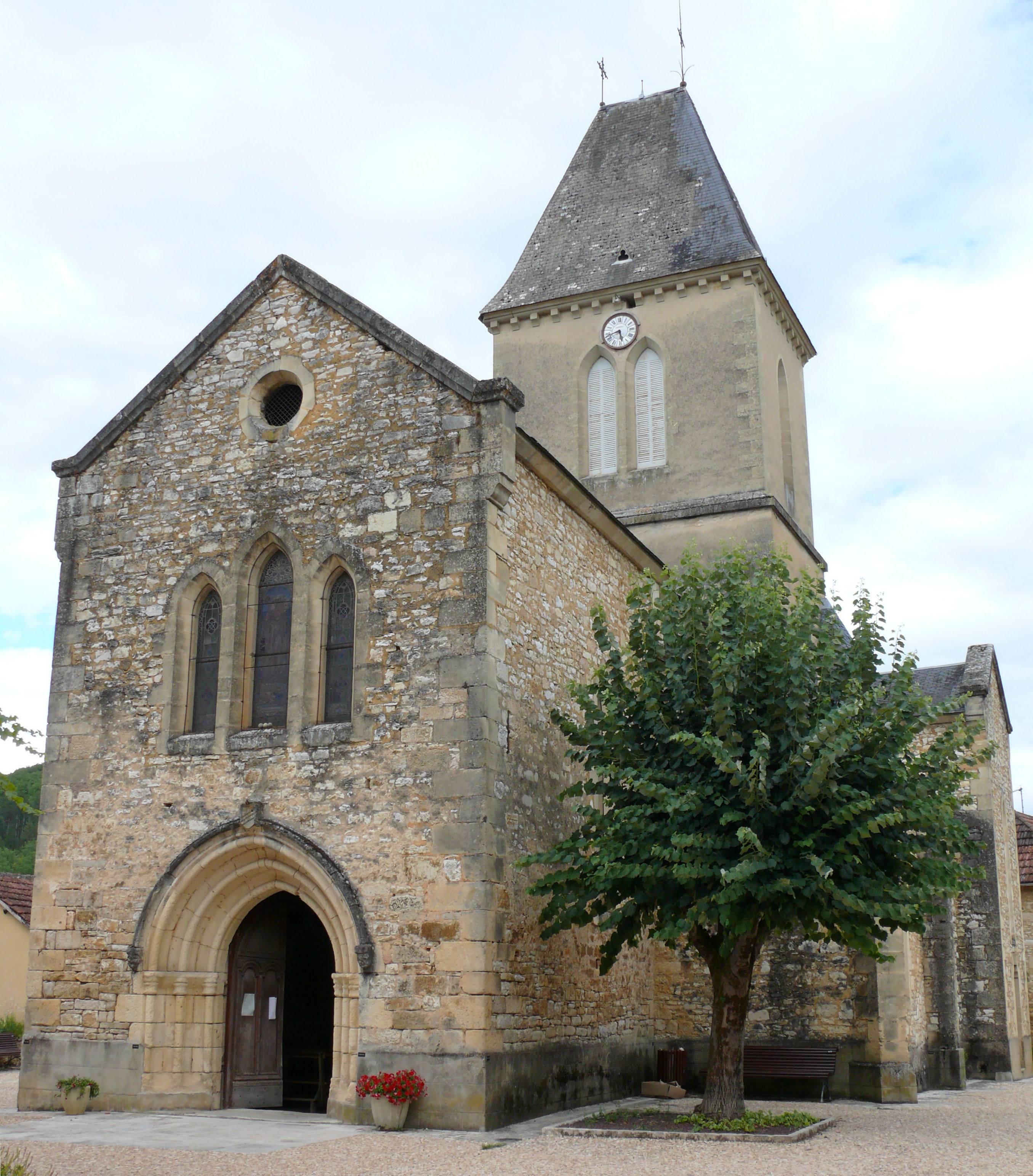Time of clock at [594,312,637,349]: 5:42
